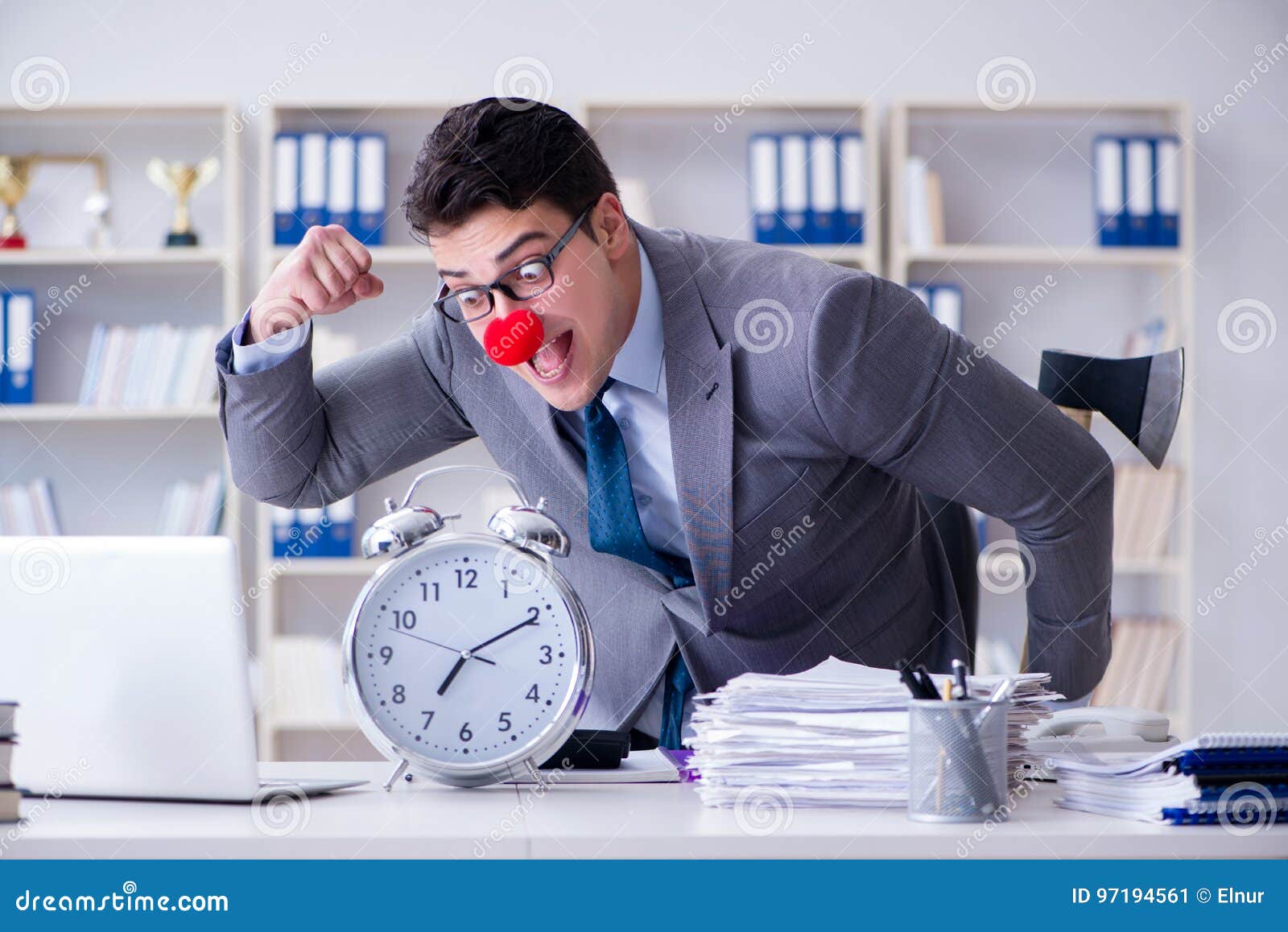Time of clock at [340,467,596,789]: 7:10
